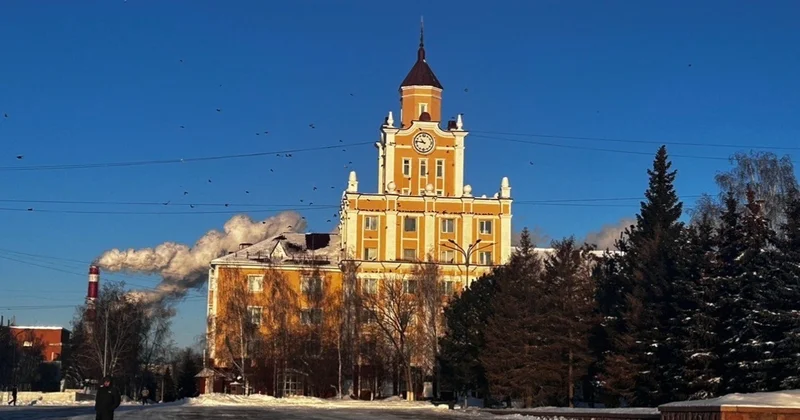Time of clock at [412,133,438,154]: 10:46
